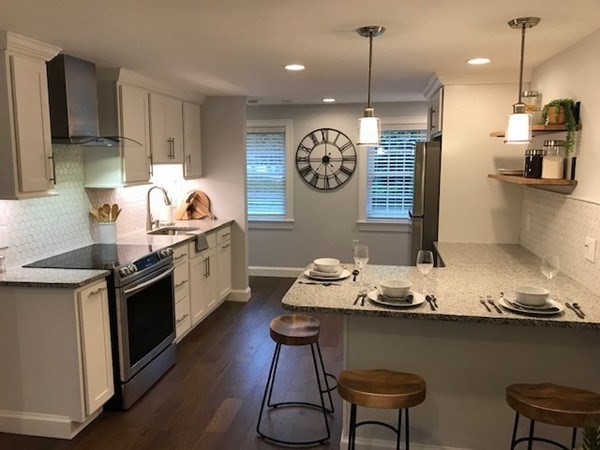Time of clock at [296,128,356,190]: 7:15
